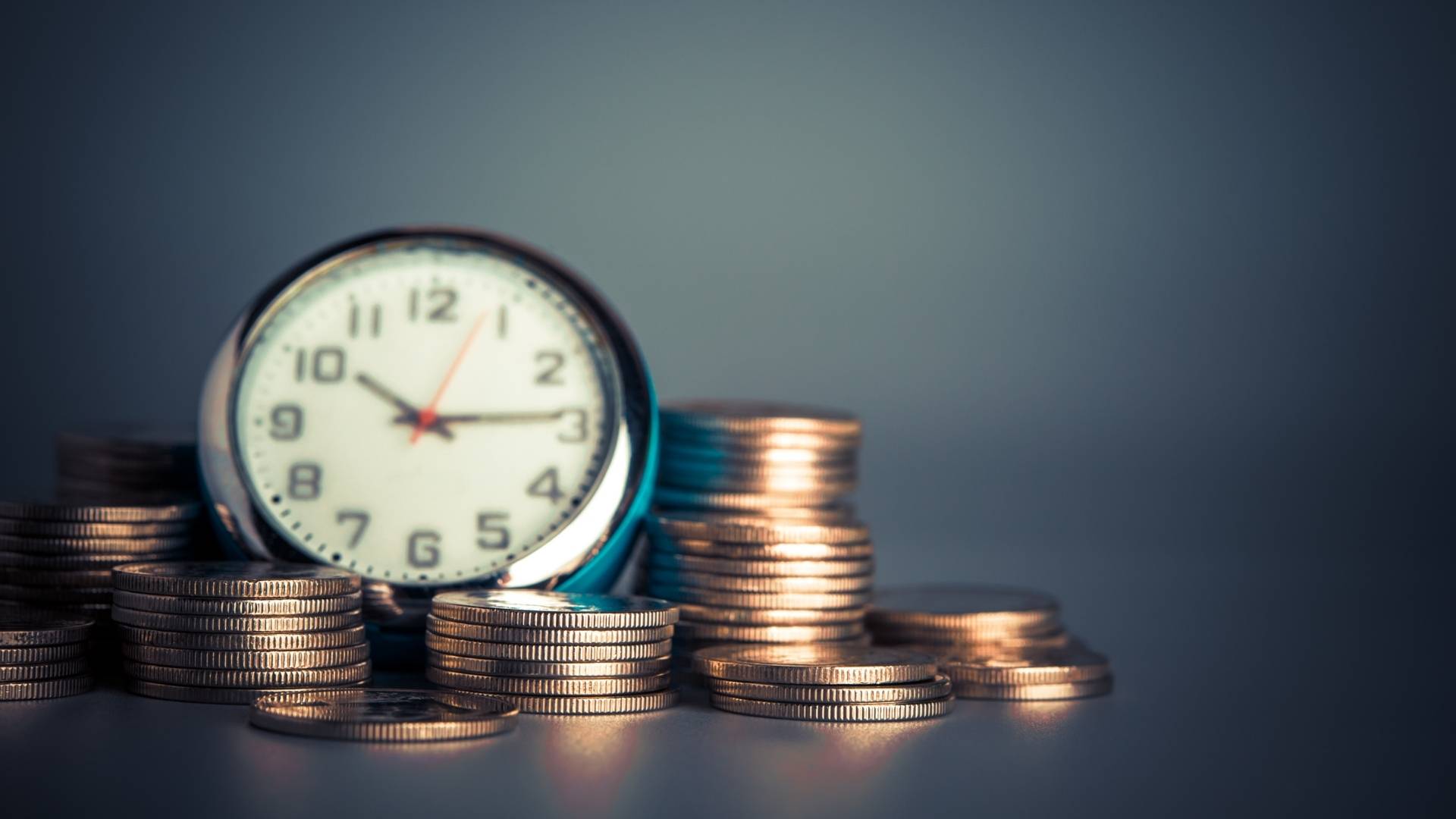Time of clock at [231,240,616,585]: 10:14
